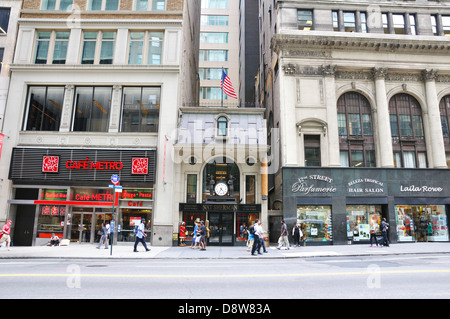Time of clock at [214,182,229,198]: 4:35
